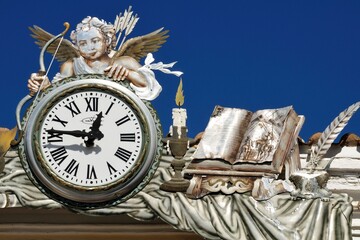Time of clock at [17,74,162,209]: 12:46
